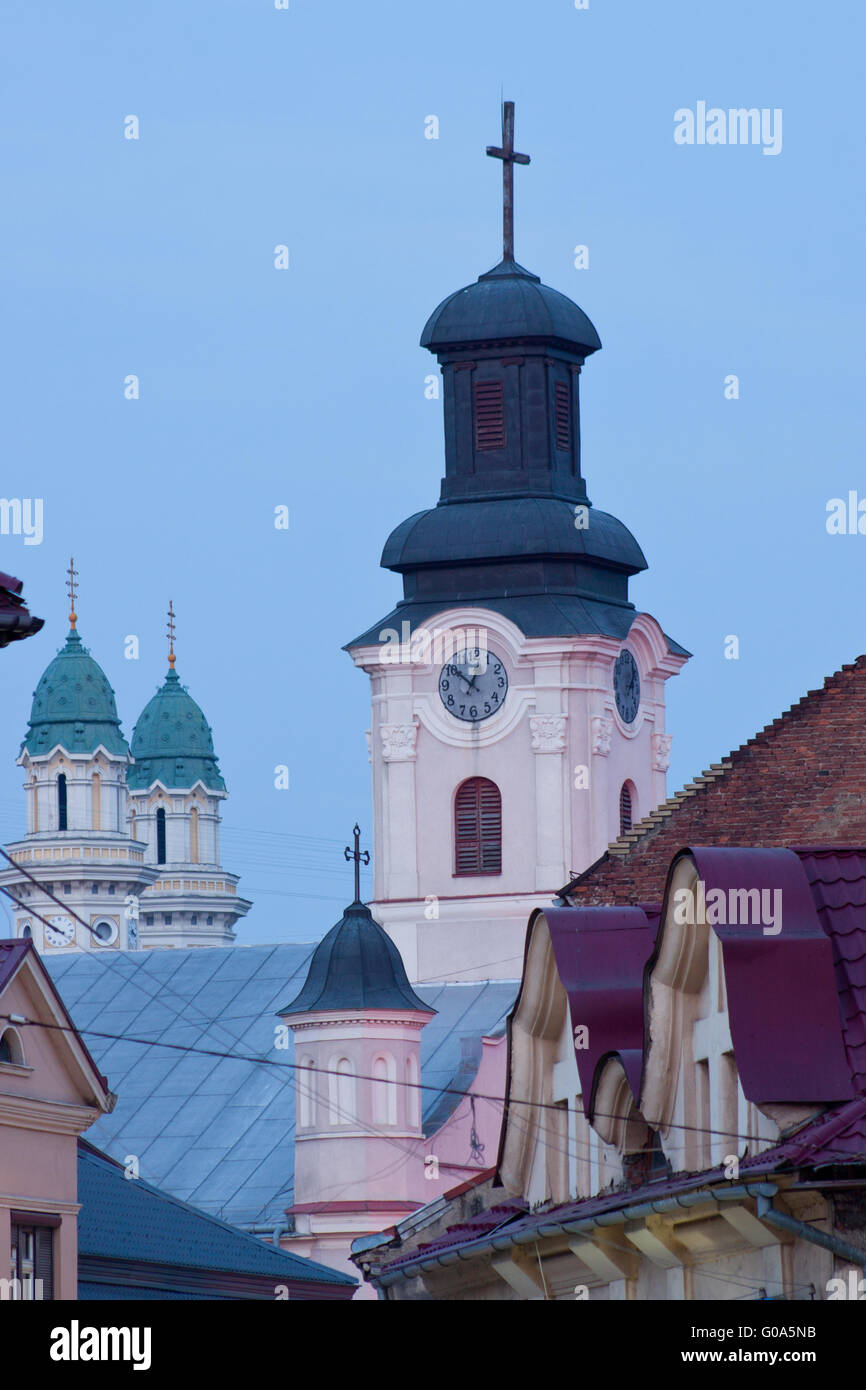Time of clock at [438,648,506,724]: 12:51
